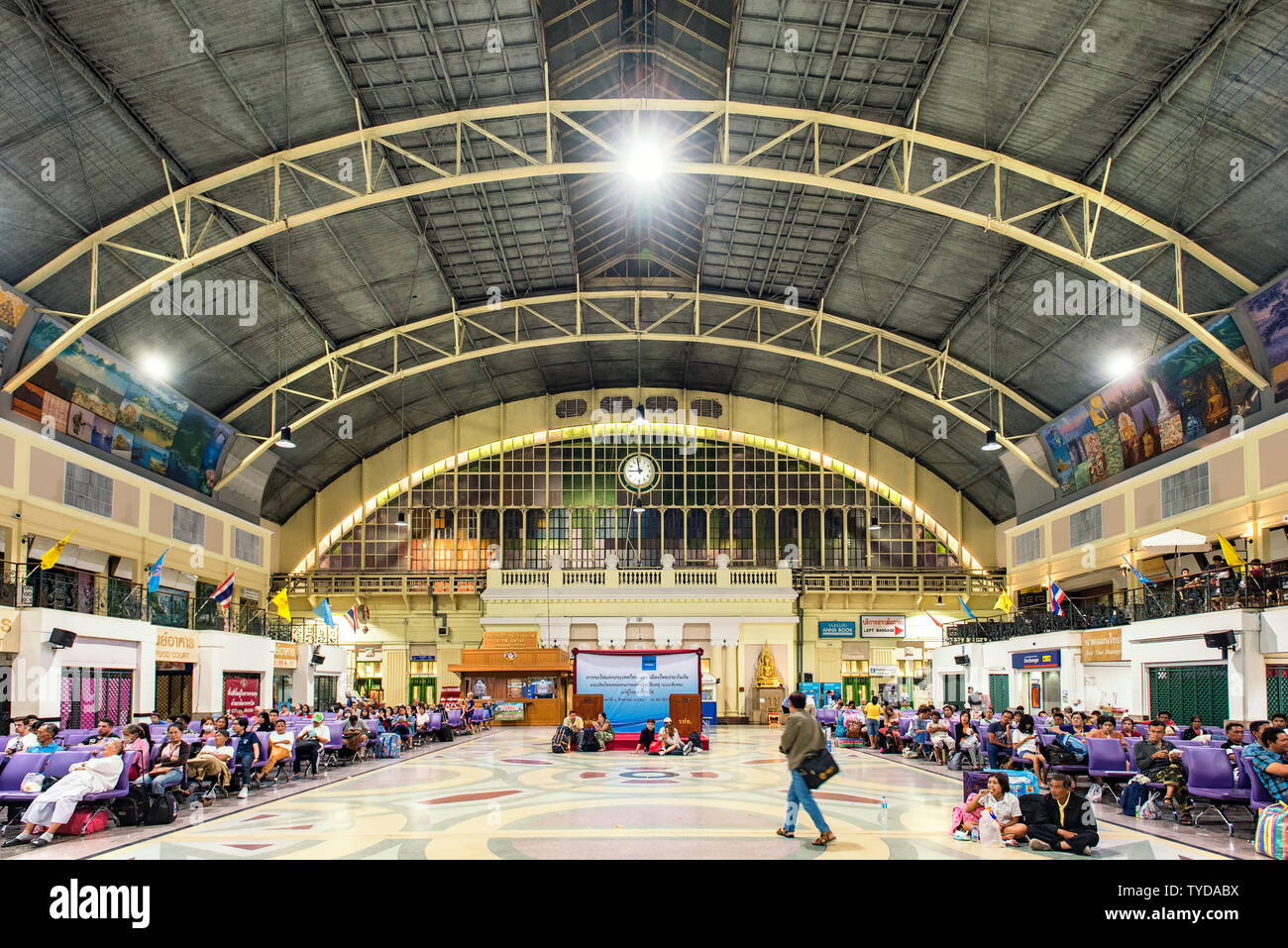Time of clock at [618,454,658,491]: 11:45
